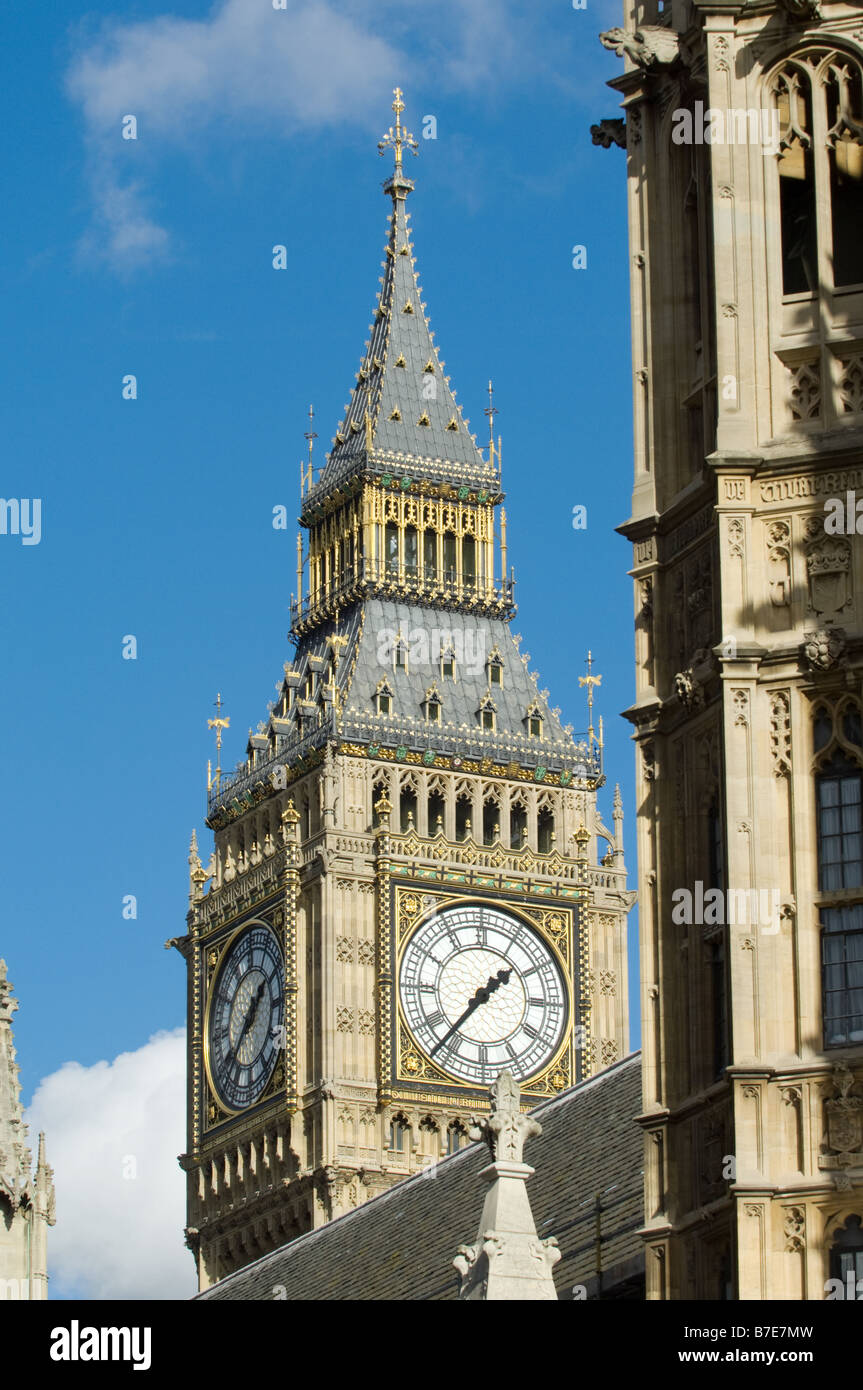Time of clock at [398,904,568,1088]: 1:36
